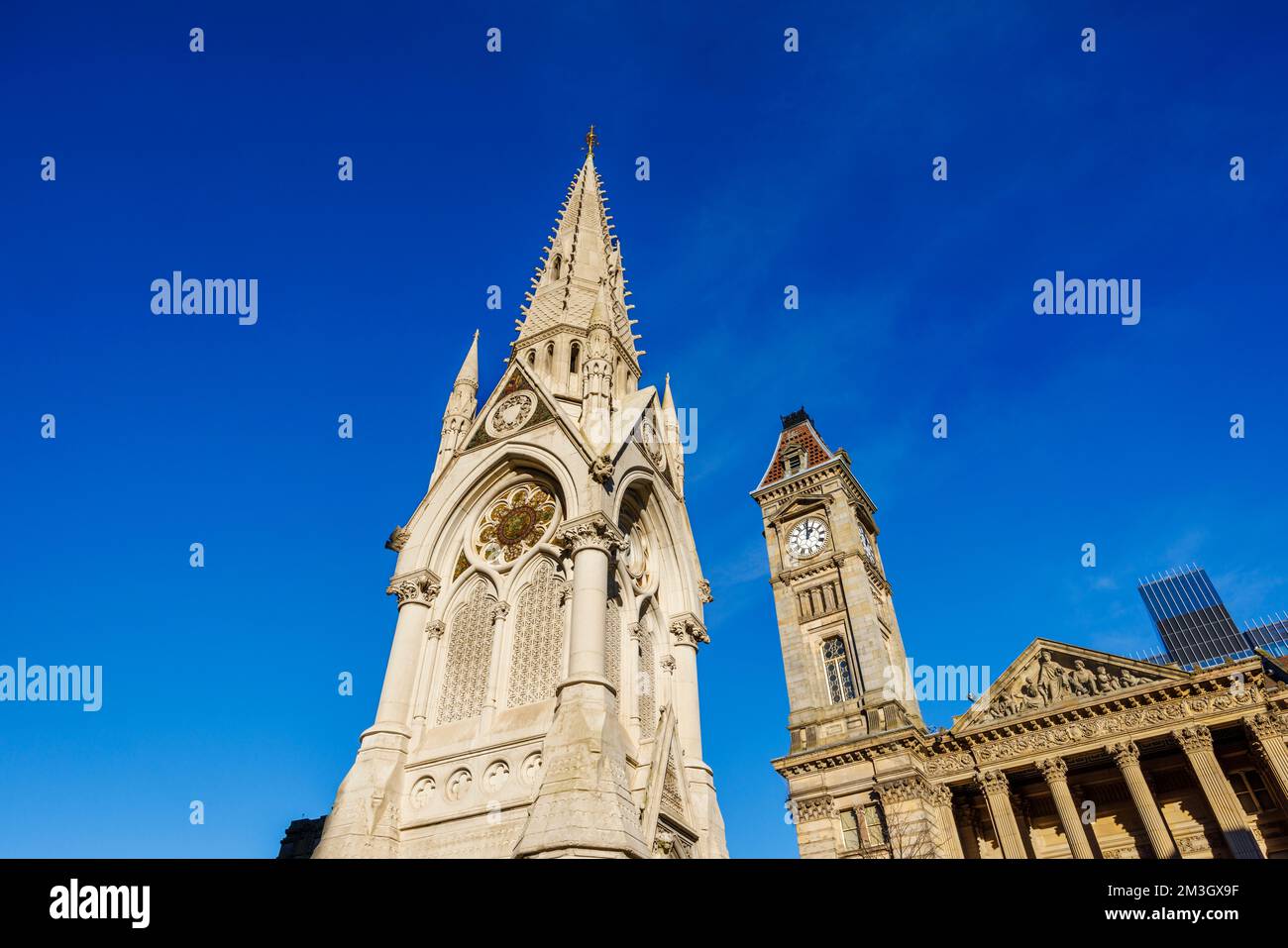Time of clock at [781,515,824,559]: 1:01
